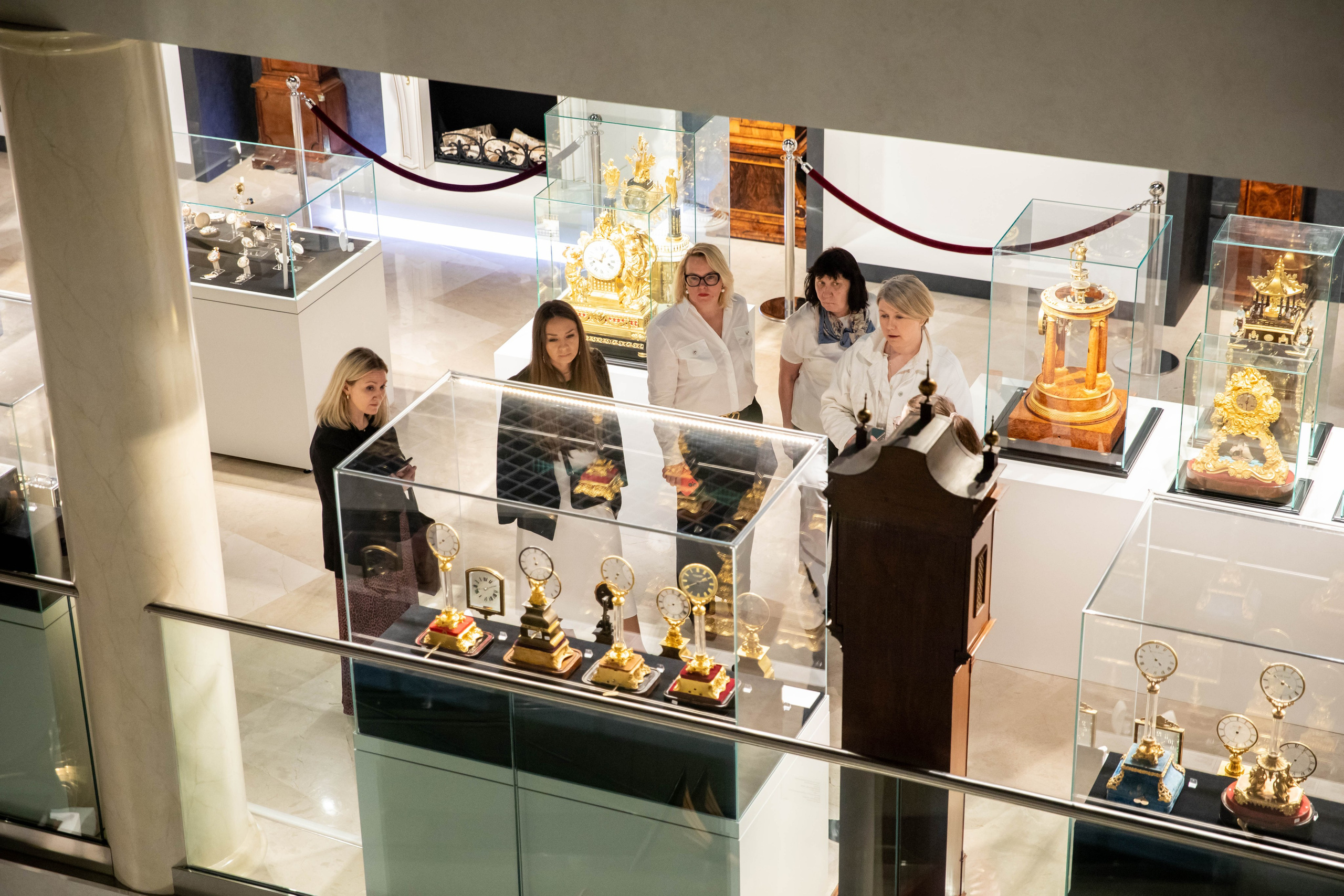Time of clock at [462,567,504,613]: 8:09
